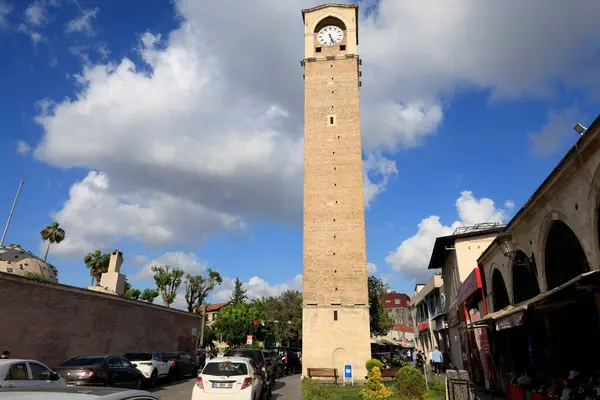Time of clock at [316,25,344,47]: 5:26
